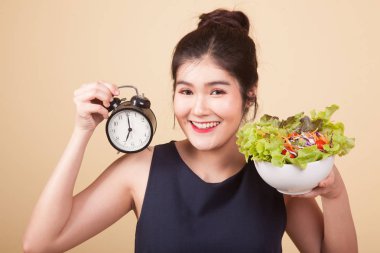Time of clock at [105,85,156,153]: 7:00
